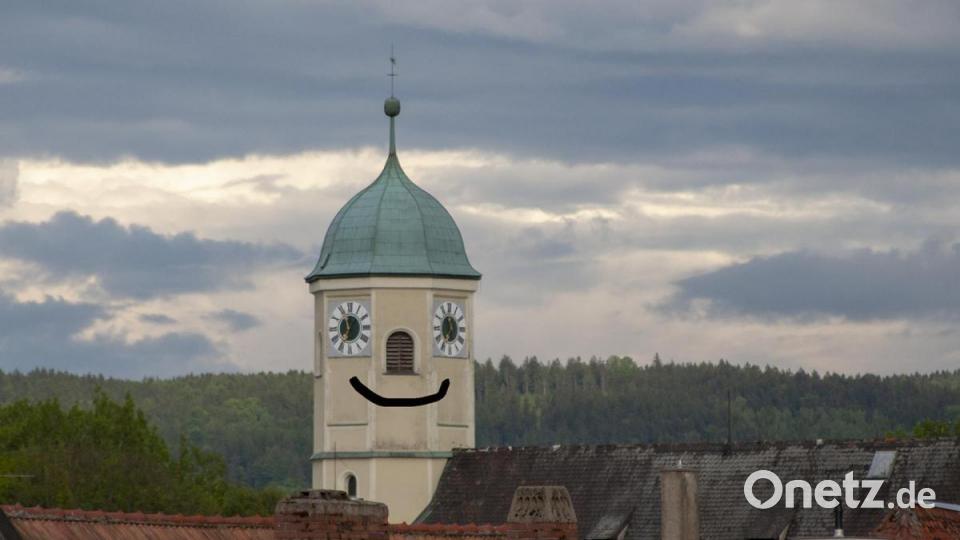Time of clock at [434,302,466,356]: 11:35
